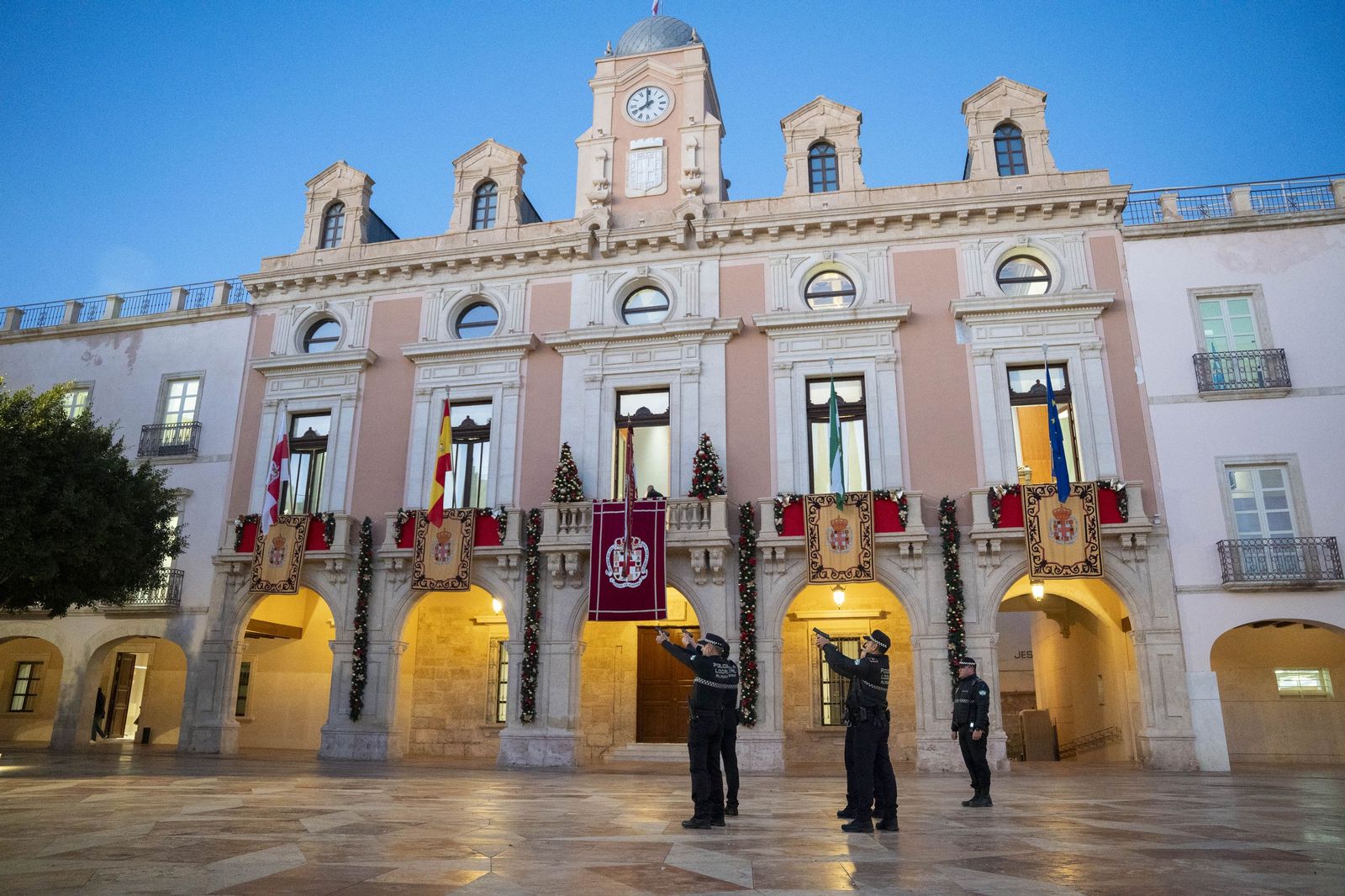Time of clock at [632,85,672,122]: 7:59
